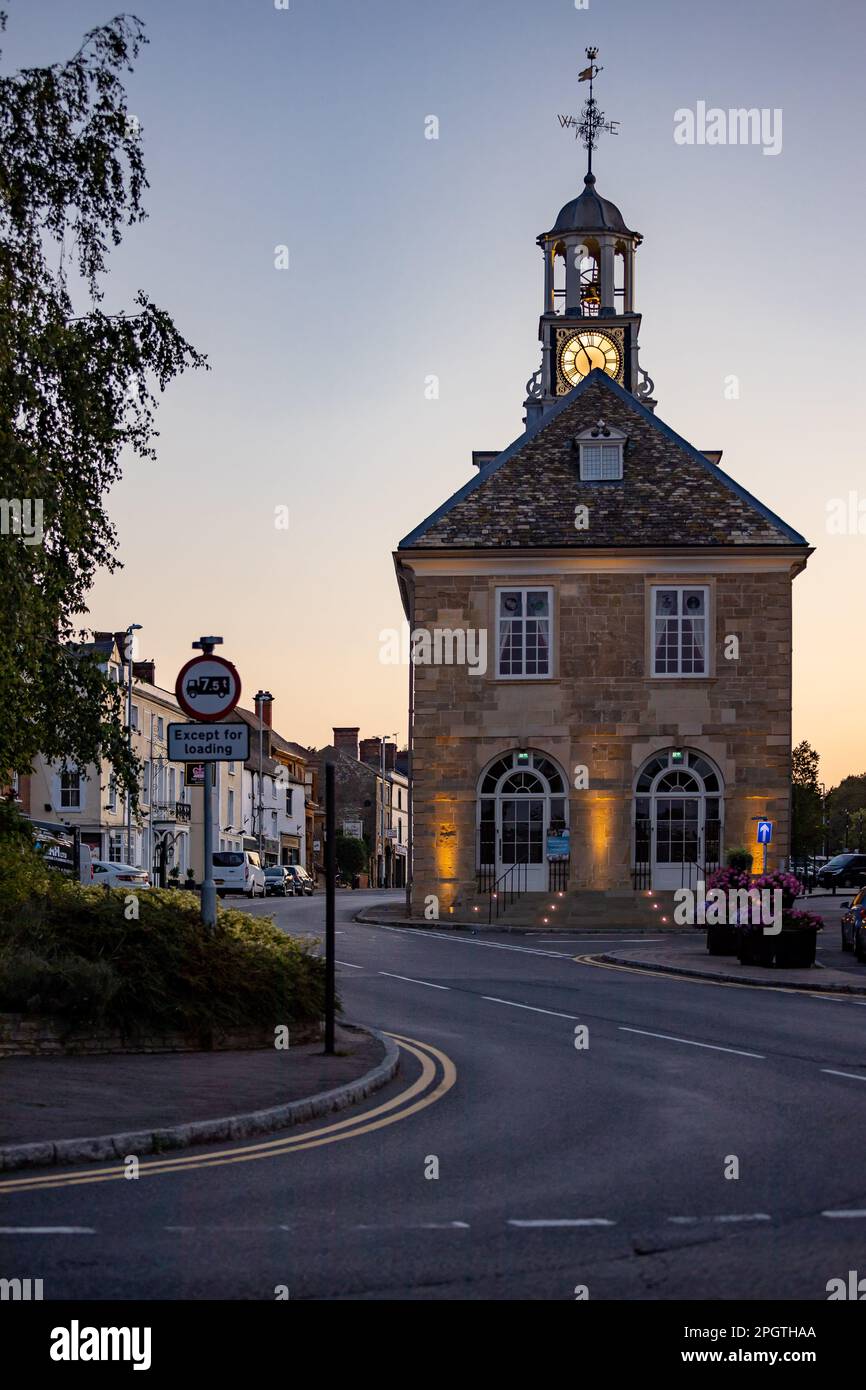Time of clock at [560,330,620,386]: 5:55
